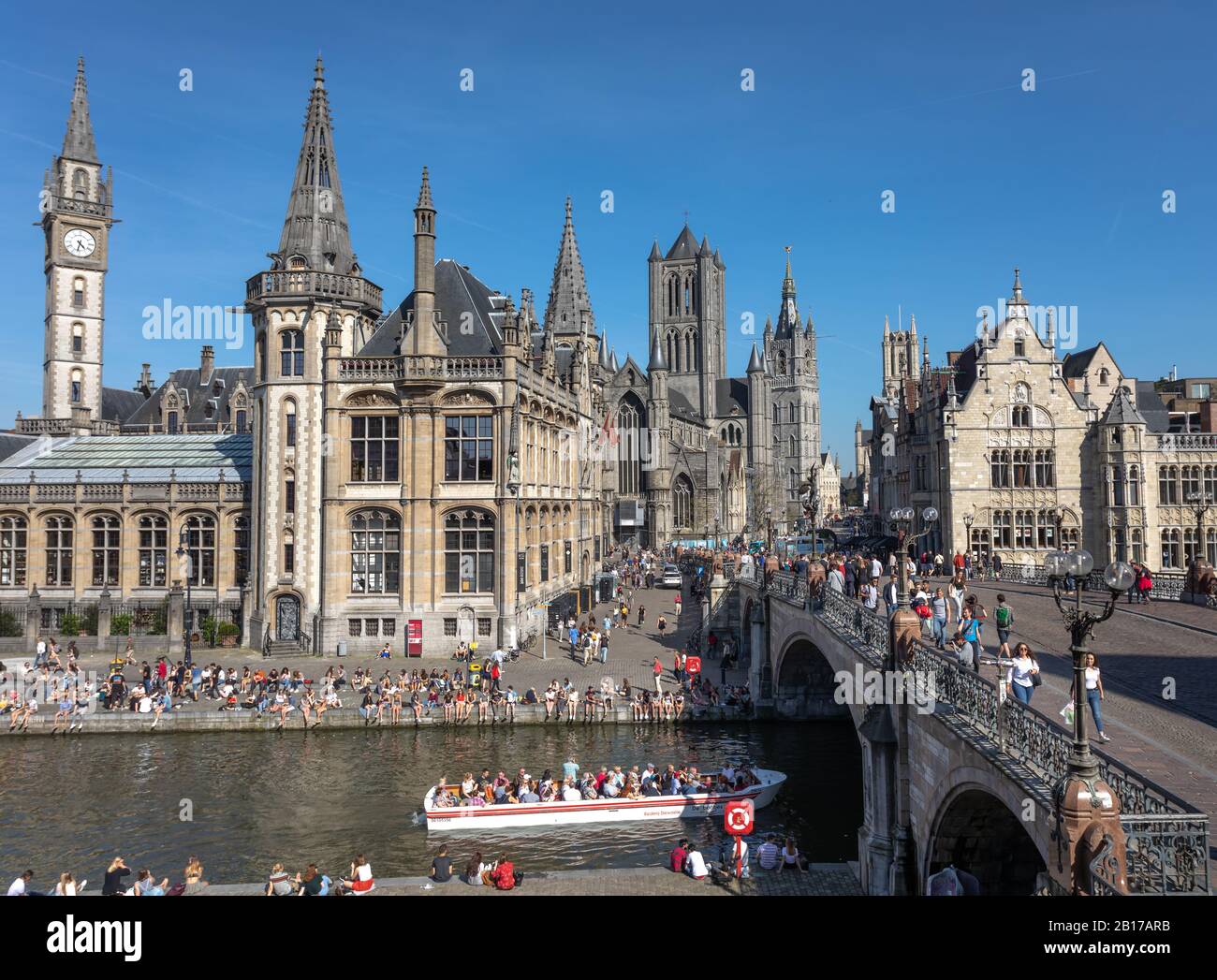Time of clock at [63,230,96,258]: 4:32
